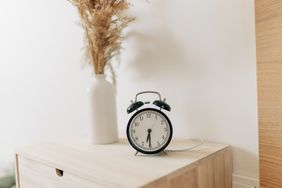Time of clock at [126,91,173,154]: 6:30
